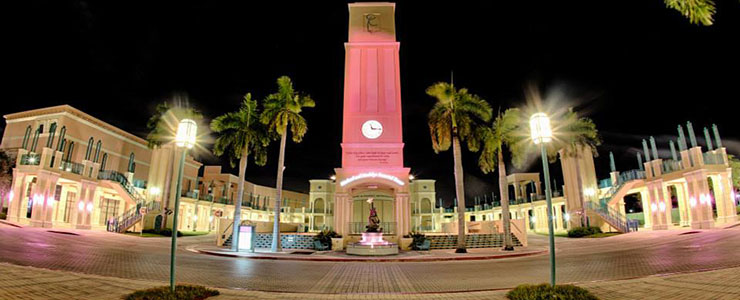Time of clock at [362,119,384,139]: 11:14
